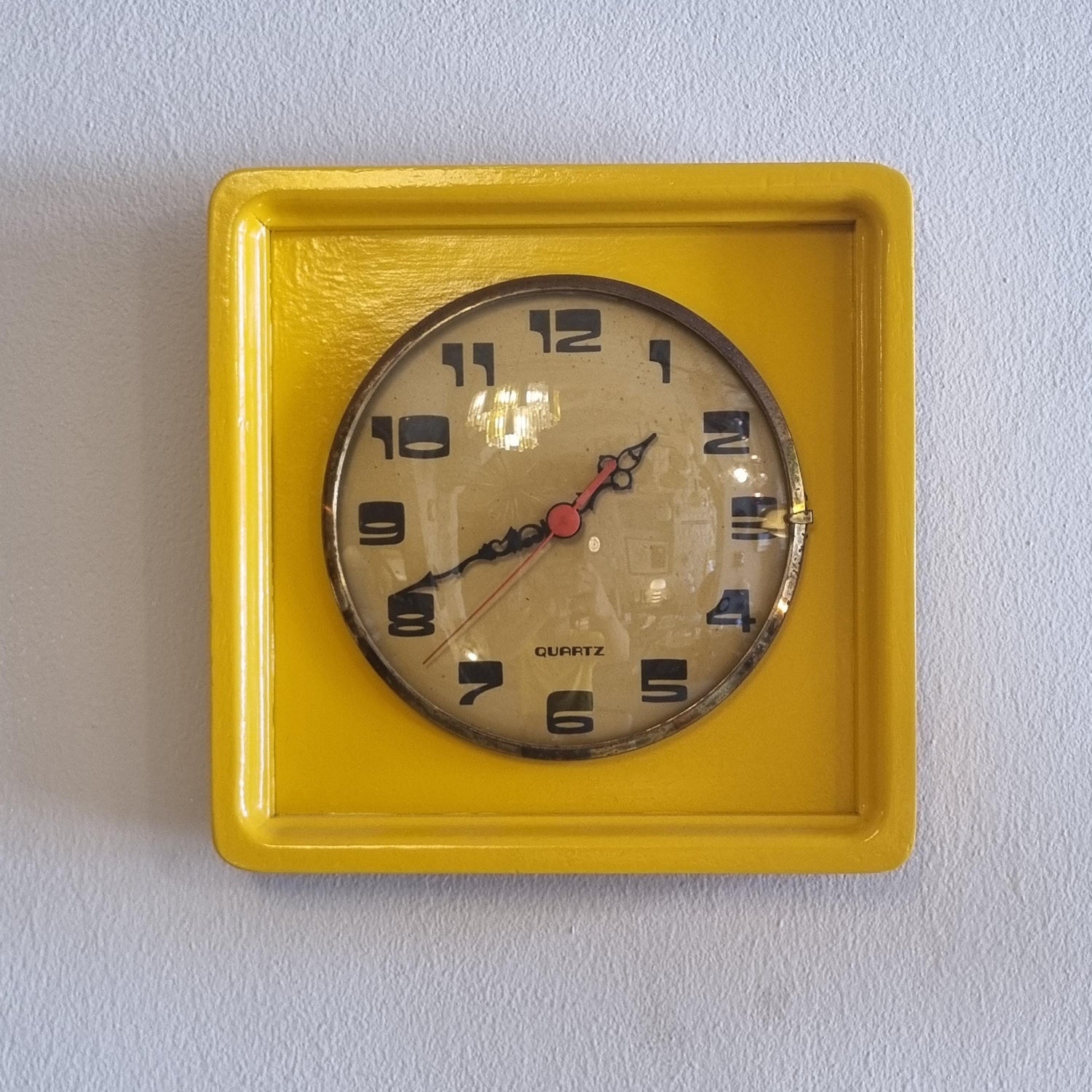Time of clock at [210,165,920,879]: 1:41
